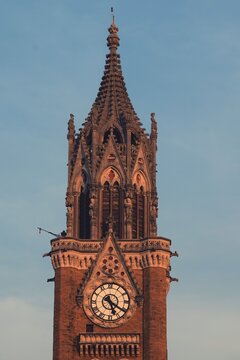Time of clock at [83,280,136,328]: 5:20
